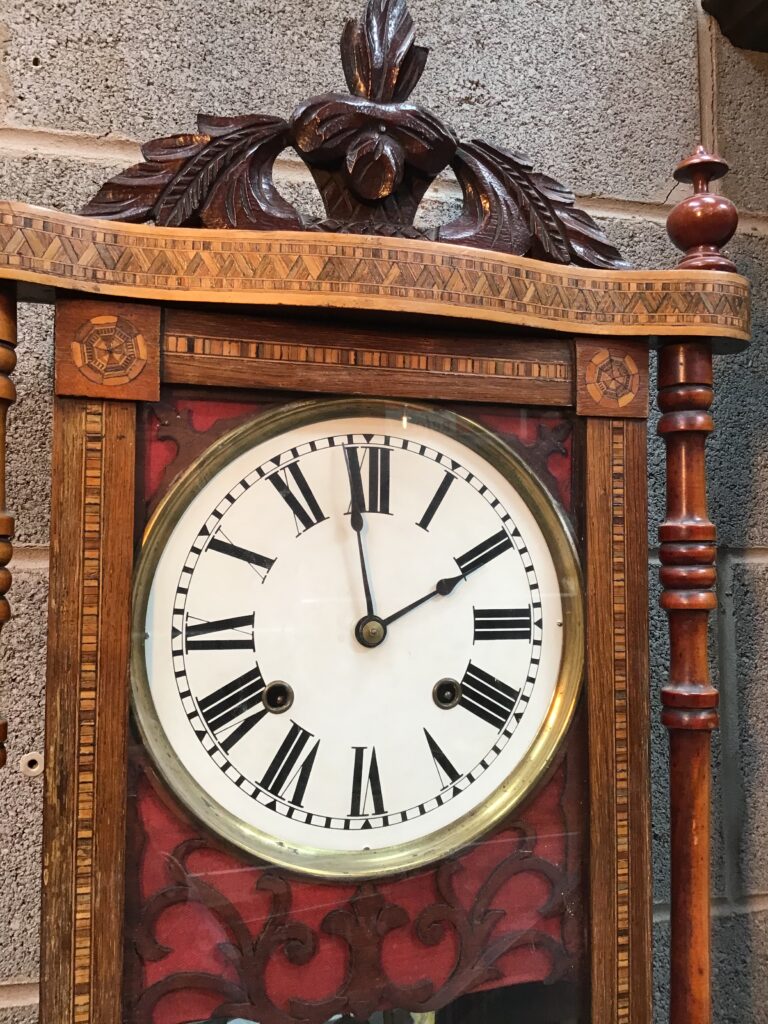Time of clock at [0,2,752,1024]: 1:58
